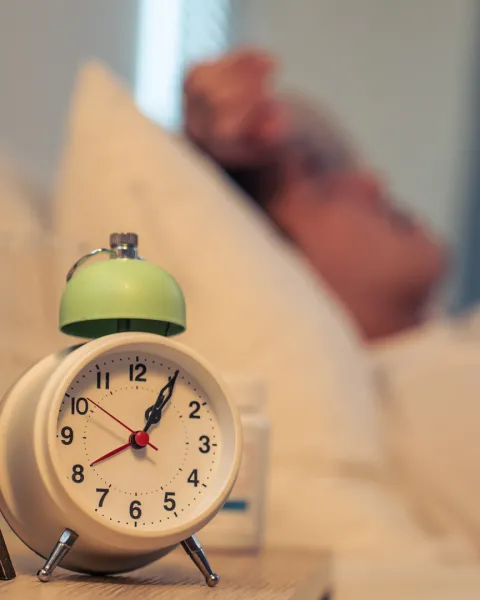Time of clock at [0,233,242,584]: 1:04
